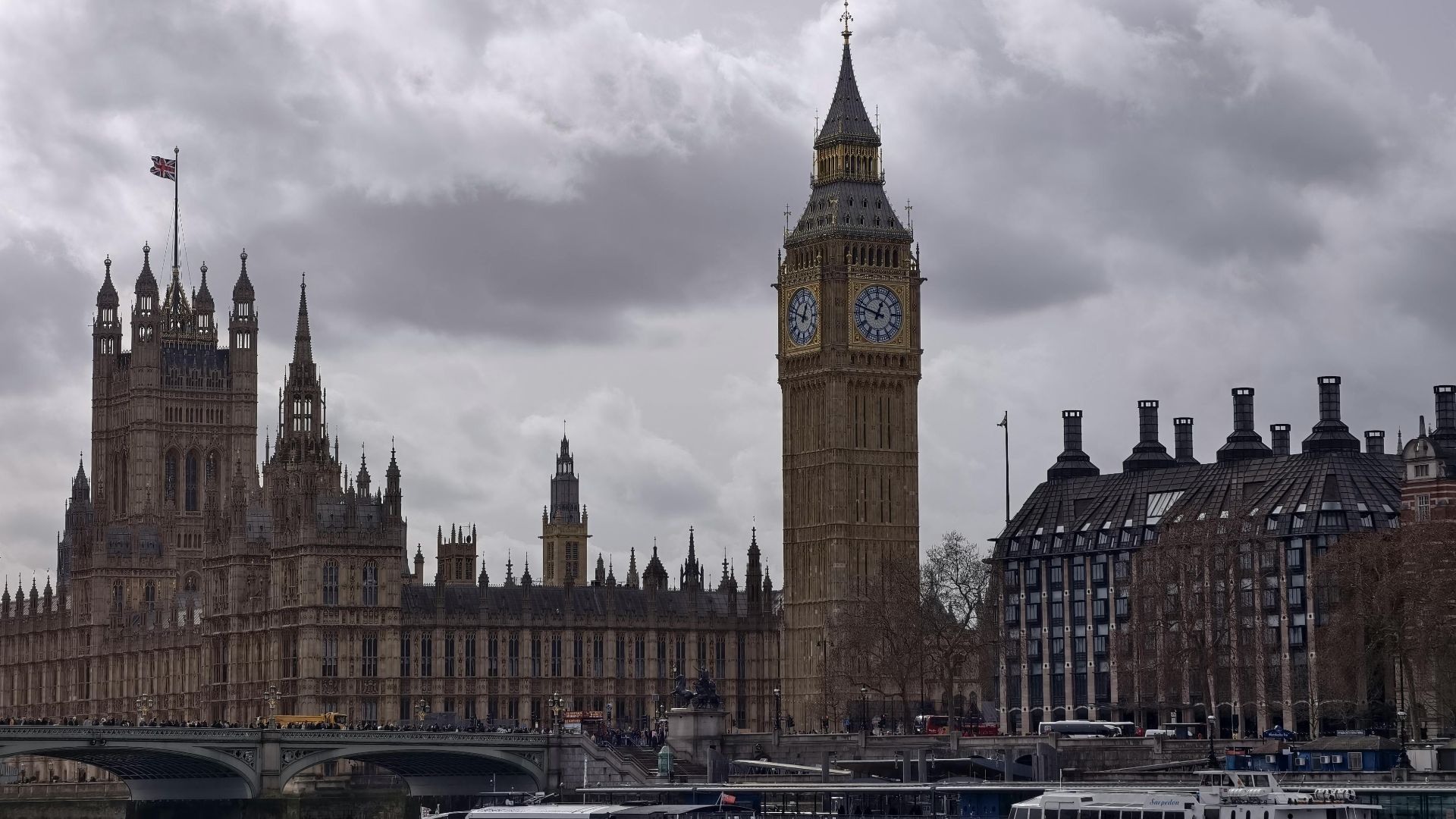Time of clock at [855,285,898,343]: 12:48
